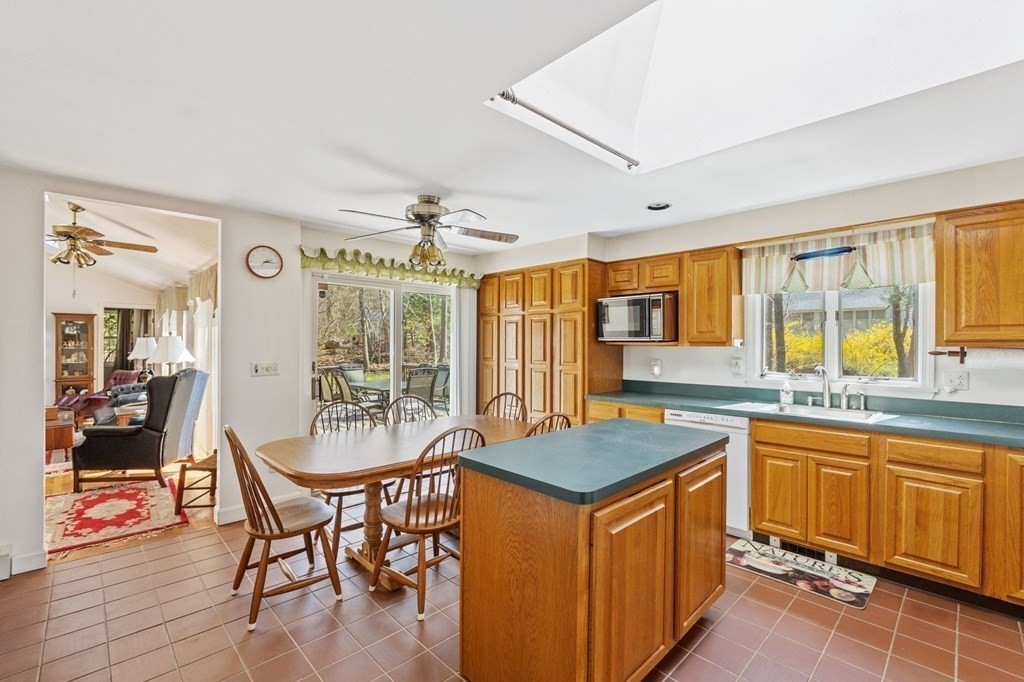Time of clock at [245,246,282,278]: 2:16
